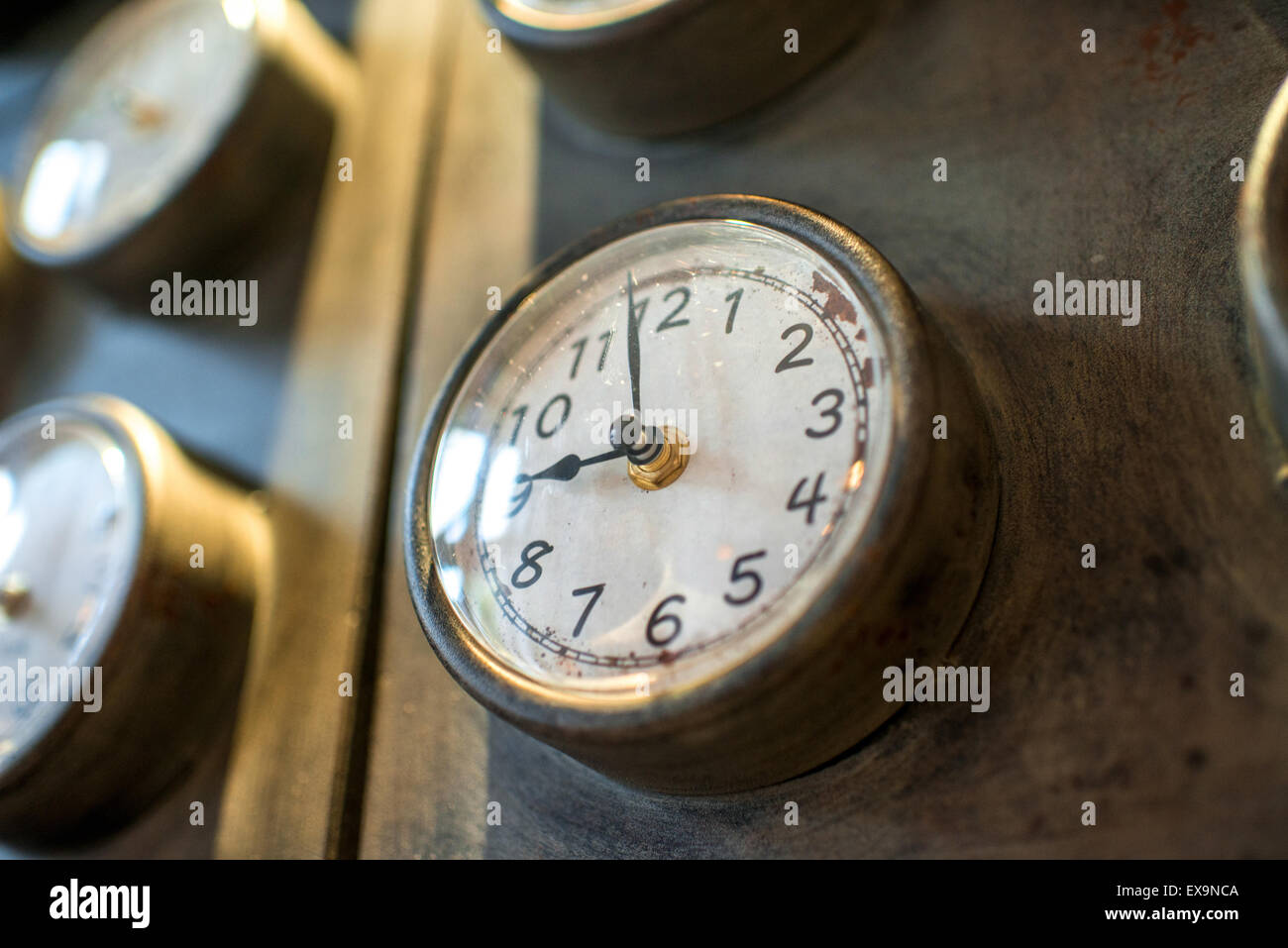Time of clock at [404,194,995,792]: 8:58
